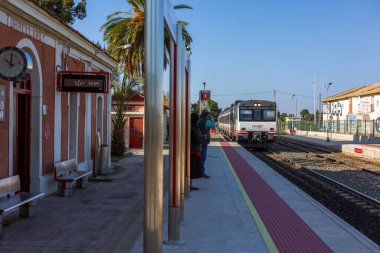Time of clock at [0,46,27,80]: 10:00
